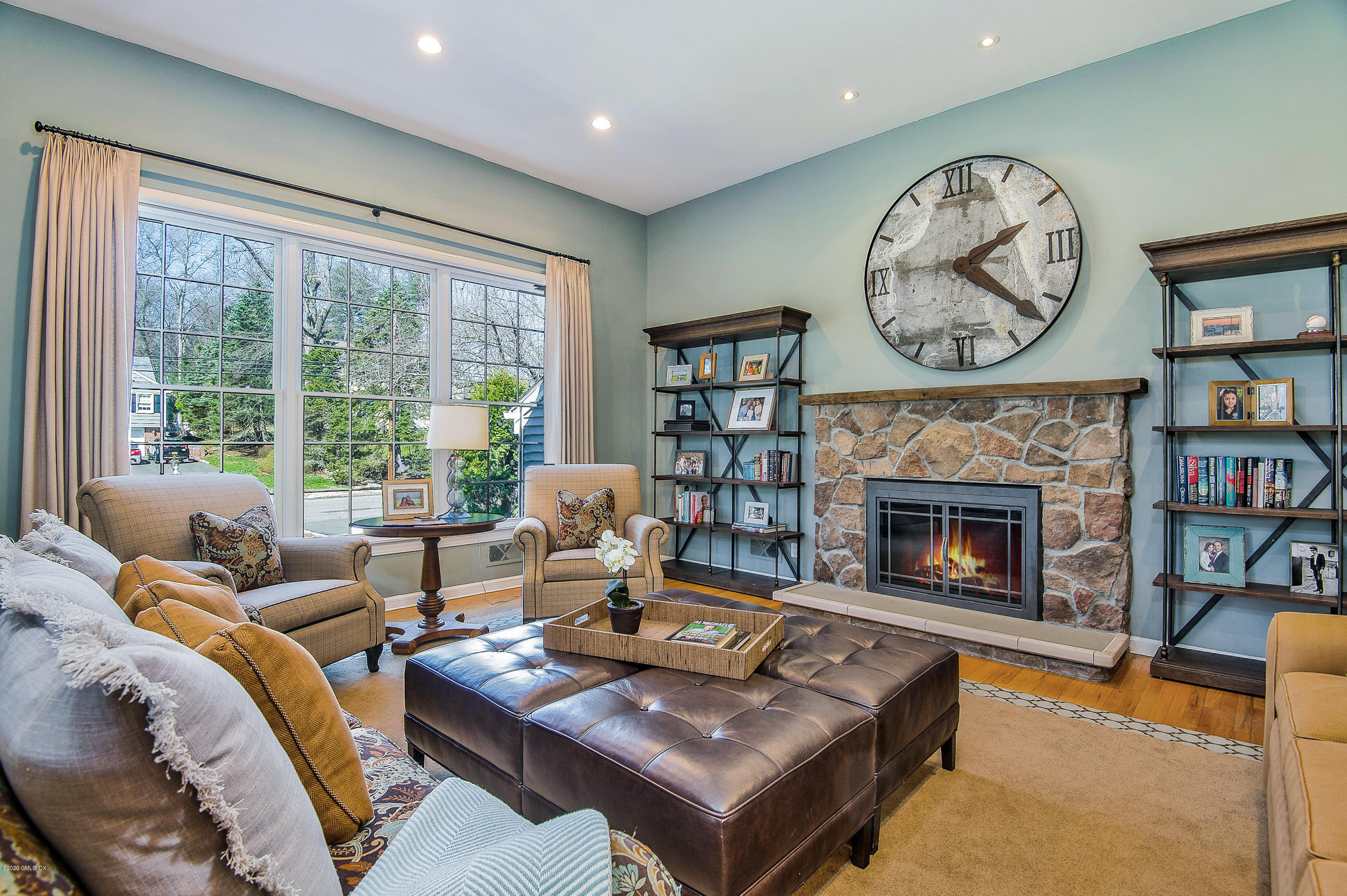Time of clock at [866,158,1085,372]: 2:21
